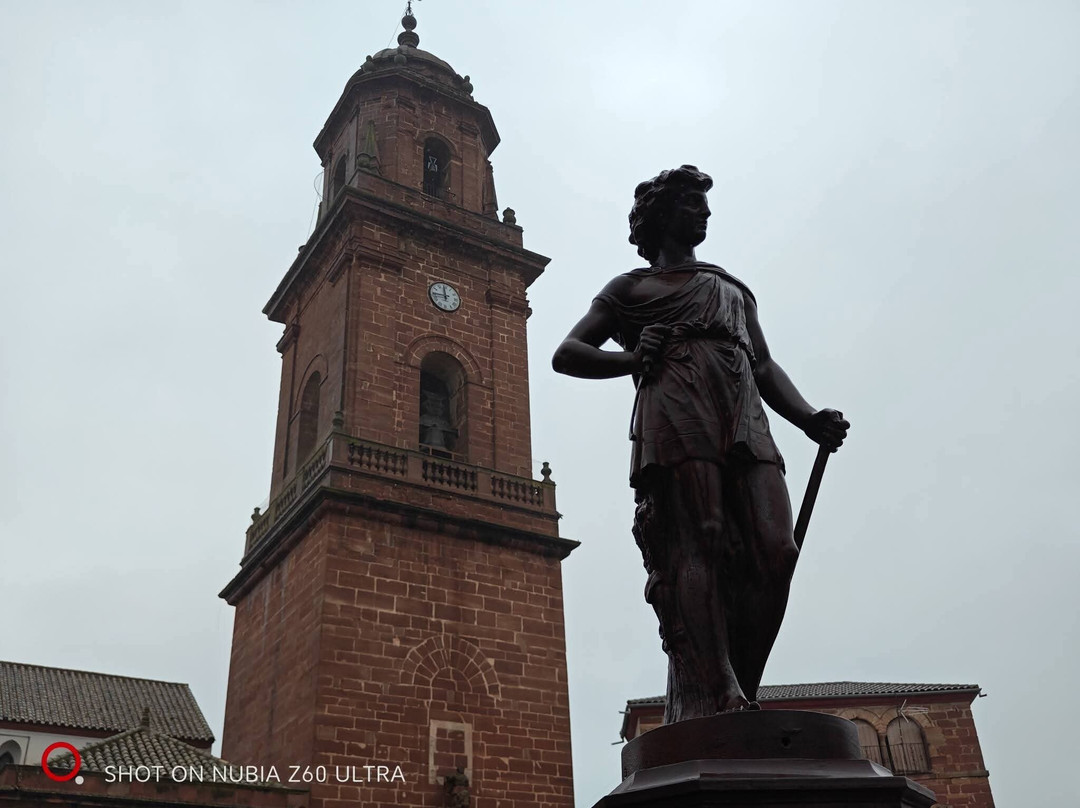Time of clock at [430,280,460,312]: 11:44
